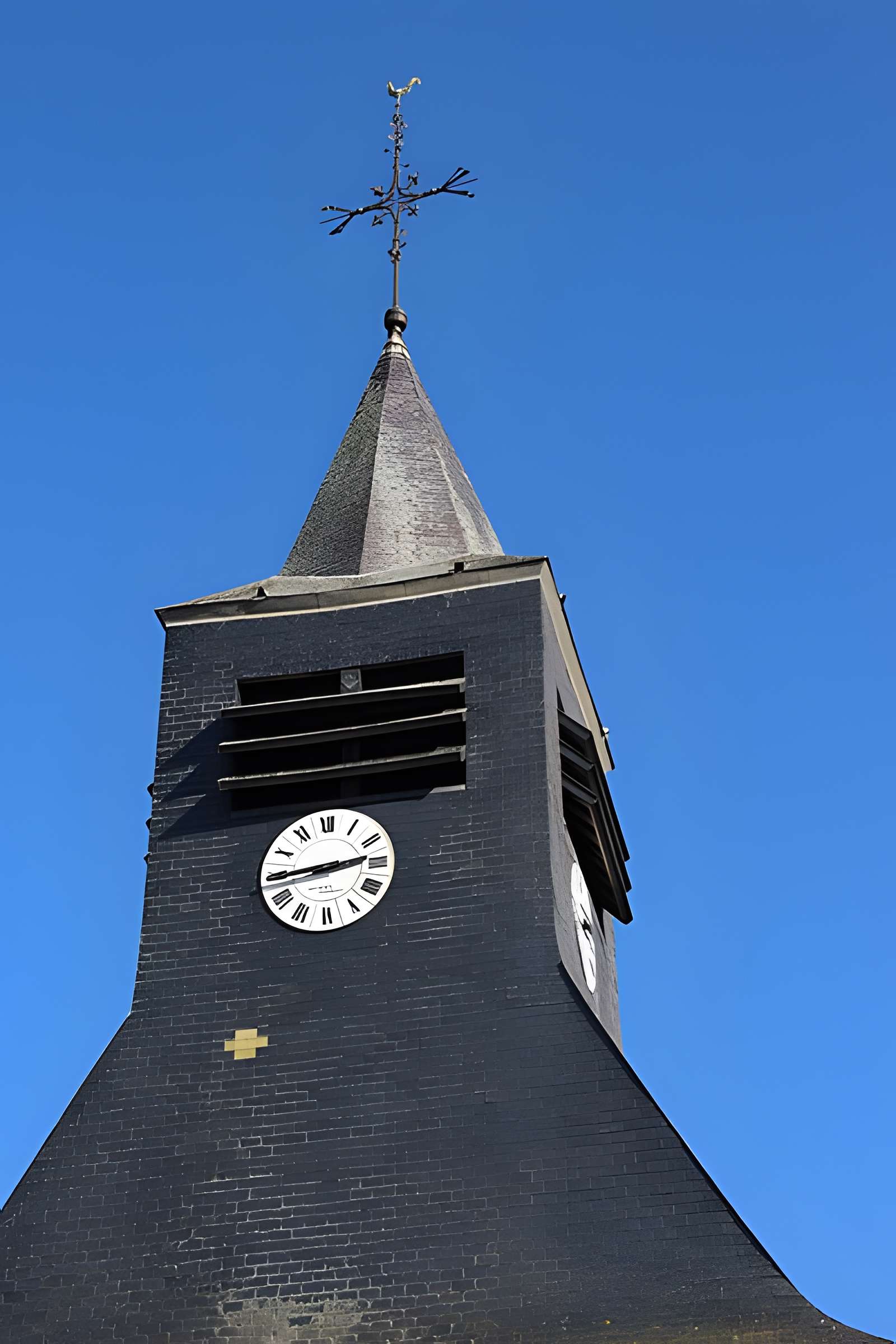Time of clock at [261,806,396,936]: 2:44
